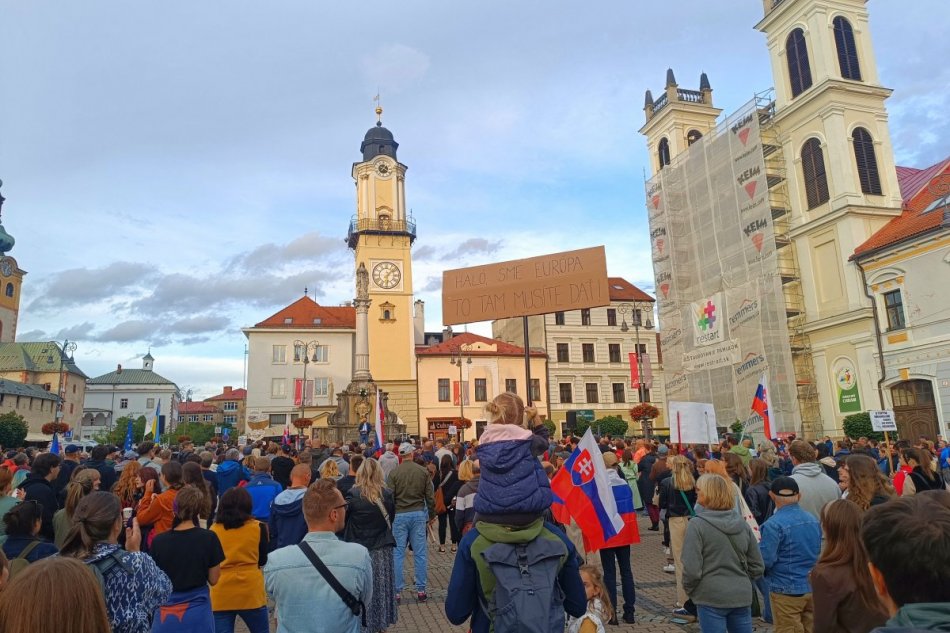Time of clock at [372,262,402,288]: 6:07
